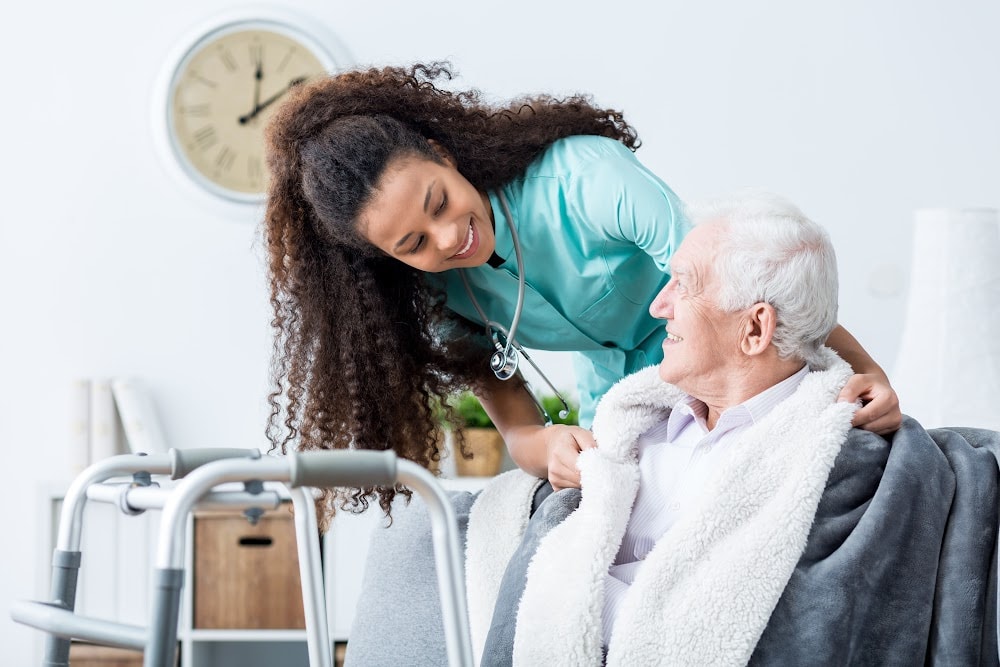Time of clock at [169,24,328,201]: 12:08
